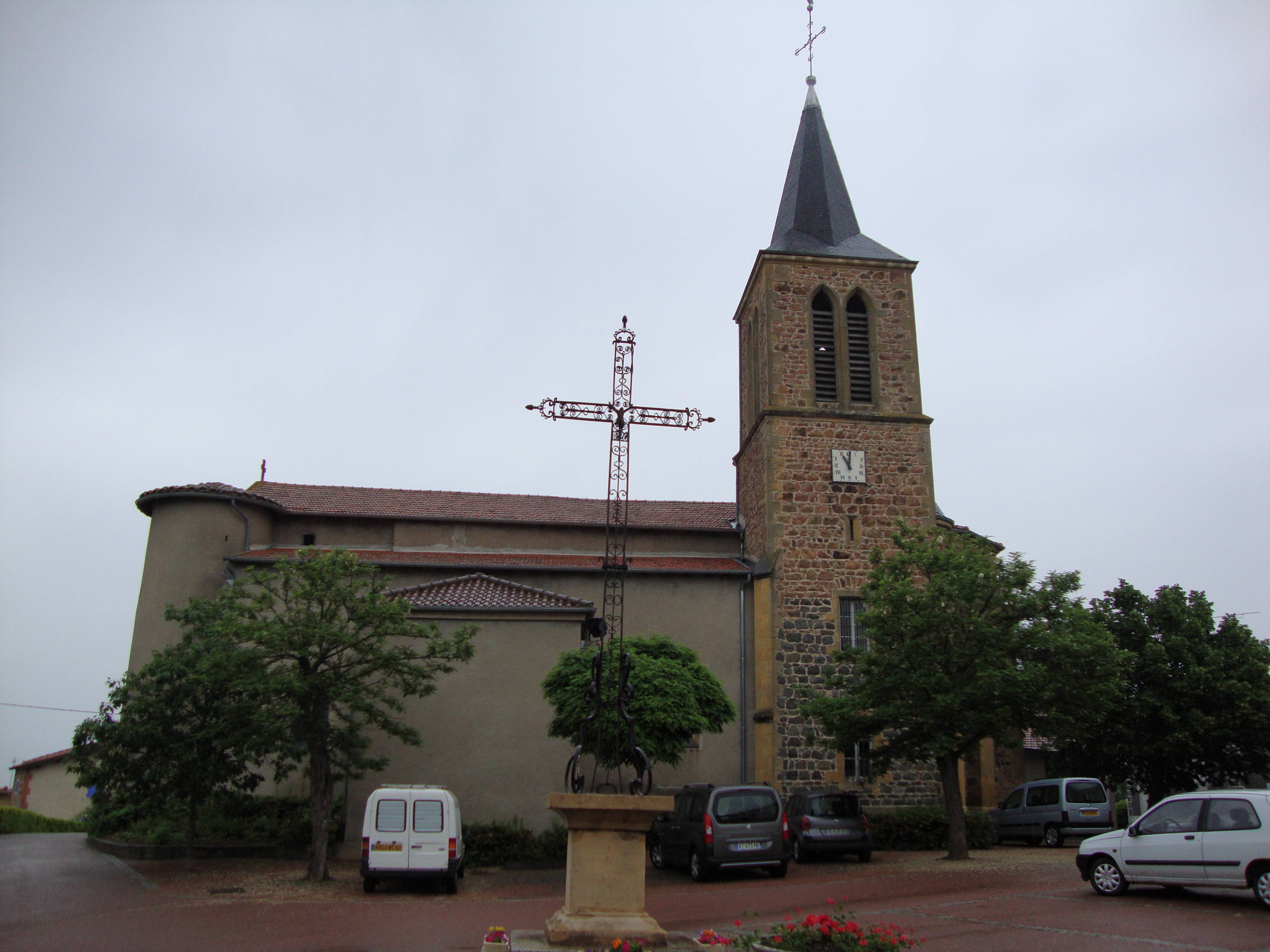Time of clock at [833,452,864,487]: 11:01
